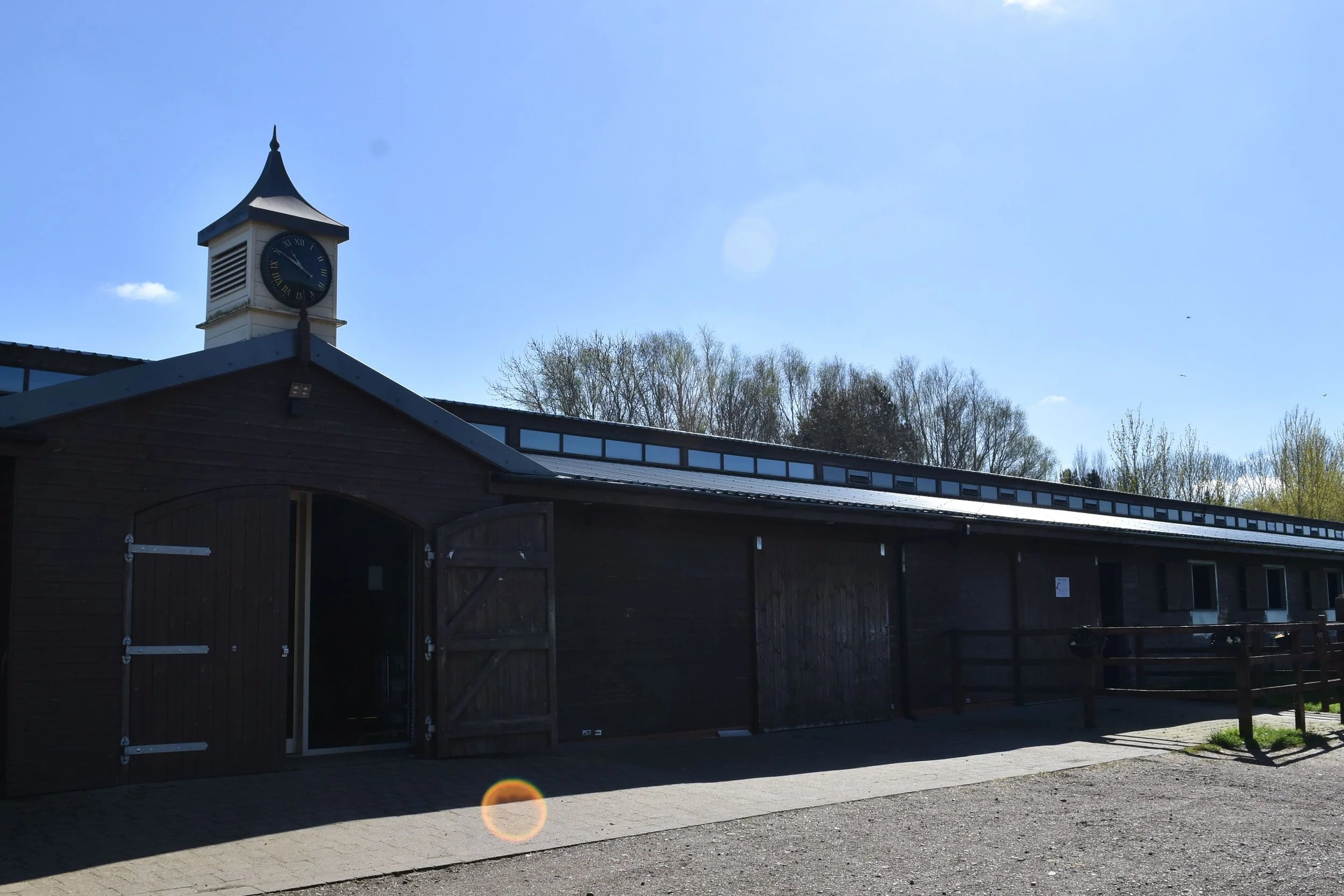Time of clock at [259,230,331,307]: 10:50
